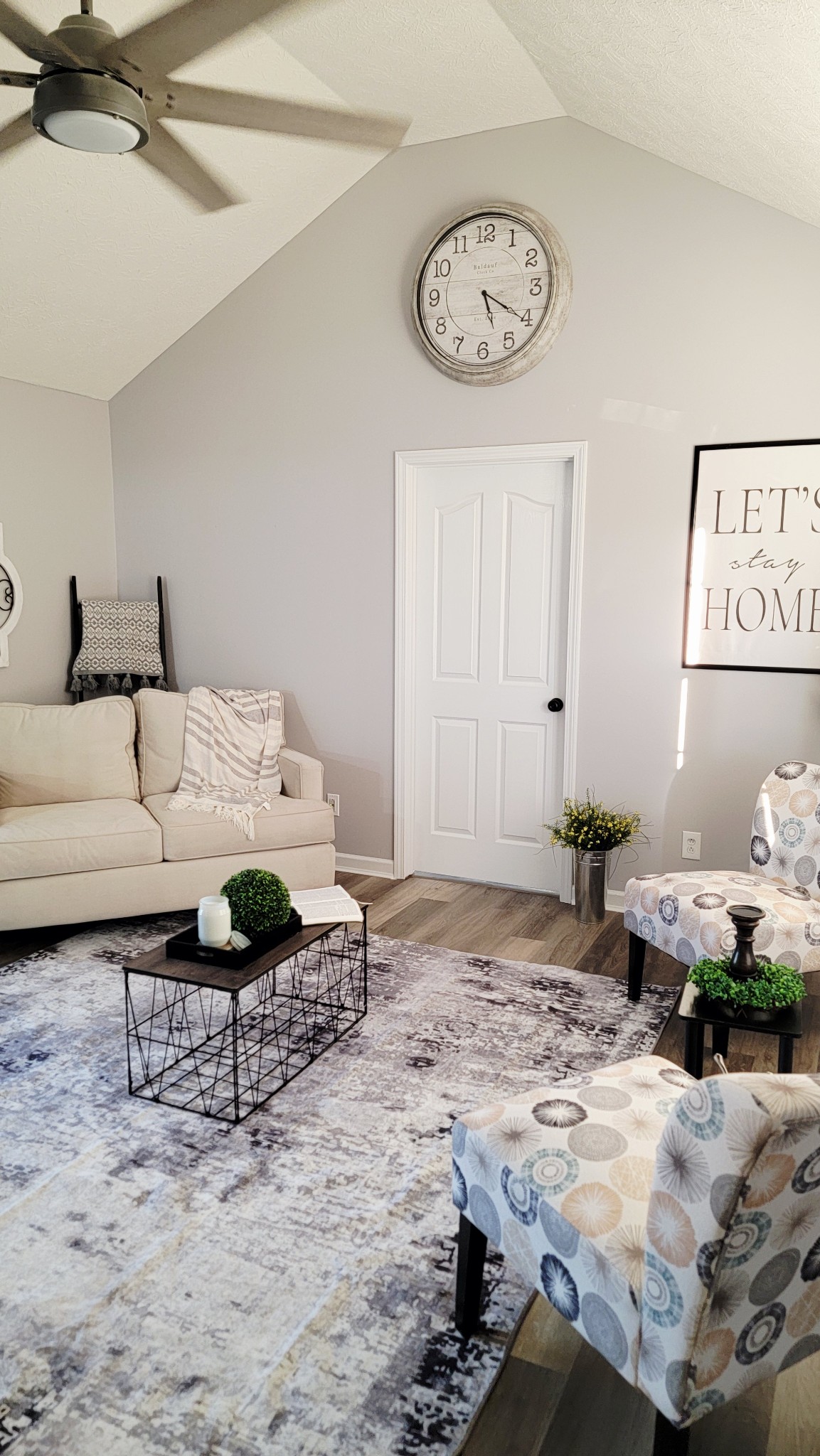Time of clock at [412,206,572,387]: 5:20
